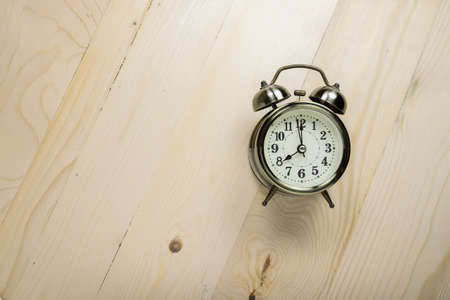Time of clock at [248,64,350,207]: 7:59
